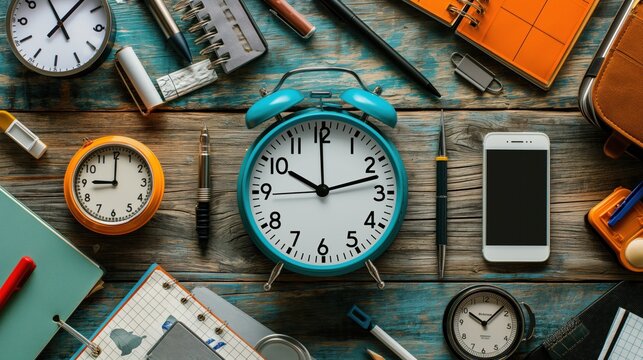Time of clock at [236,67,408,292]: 10:12
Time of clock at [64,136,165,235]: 9:00
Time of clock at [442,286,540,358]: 10:07
